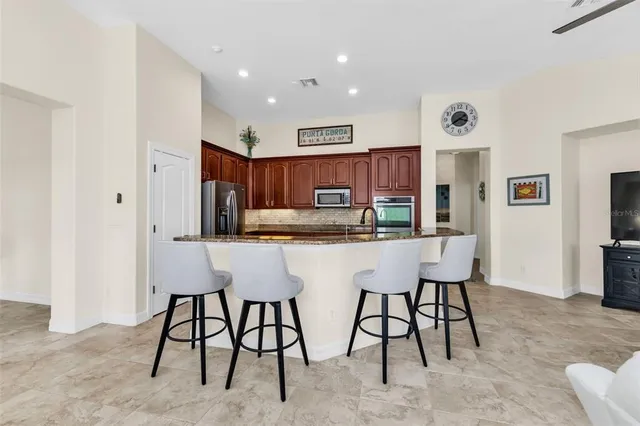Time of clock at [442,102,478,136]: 3:39
